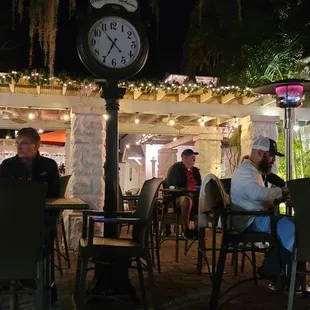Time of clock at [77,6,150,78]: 4:34
